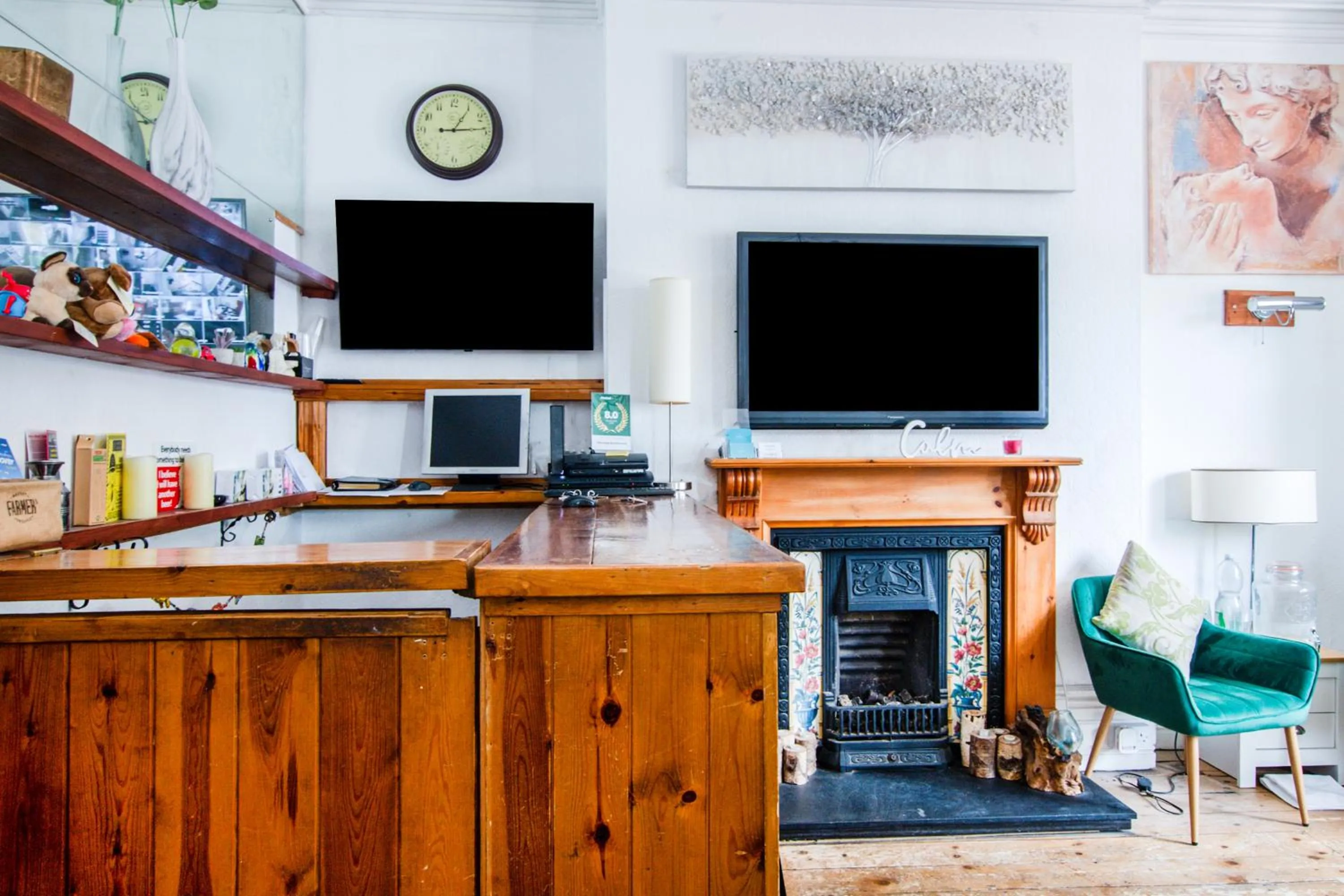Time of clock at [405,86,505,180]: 1:14
